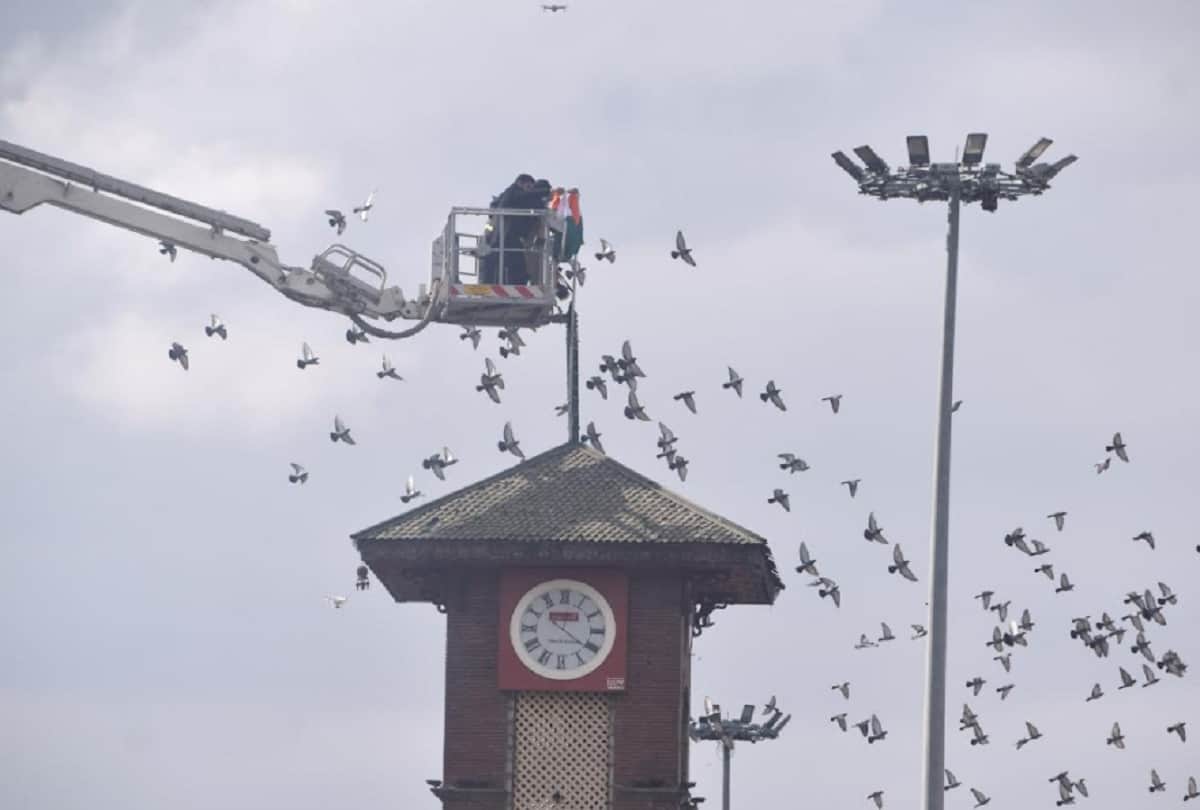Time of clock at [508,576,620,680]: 2:20
